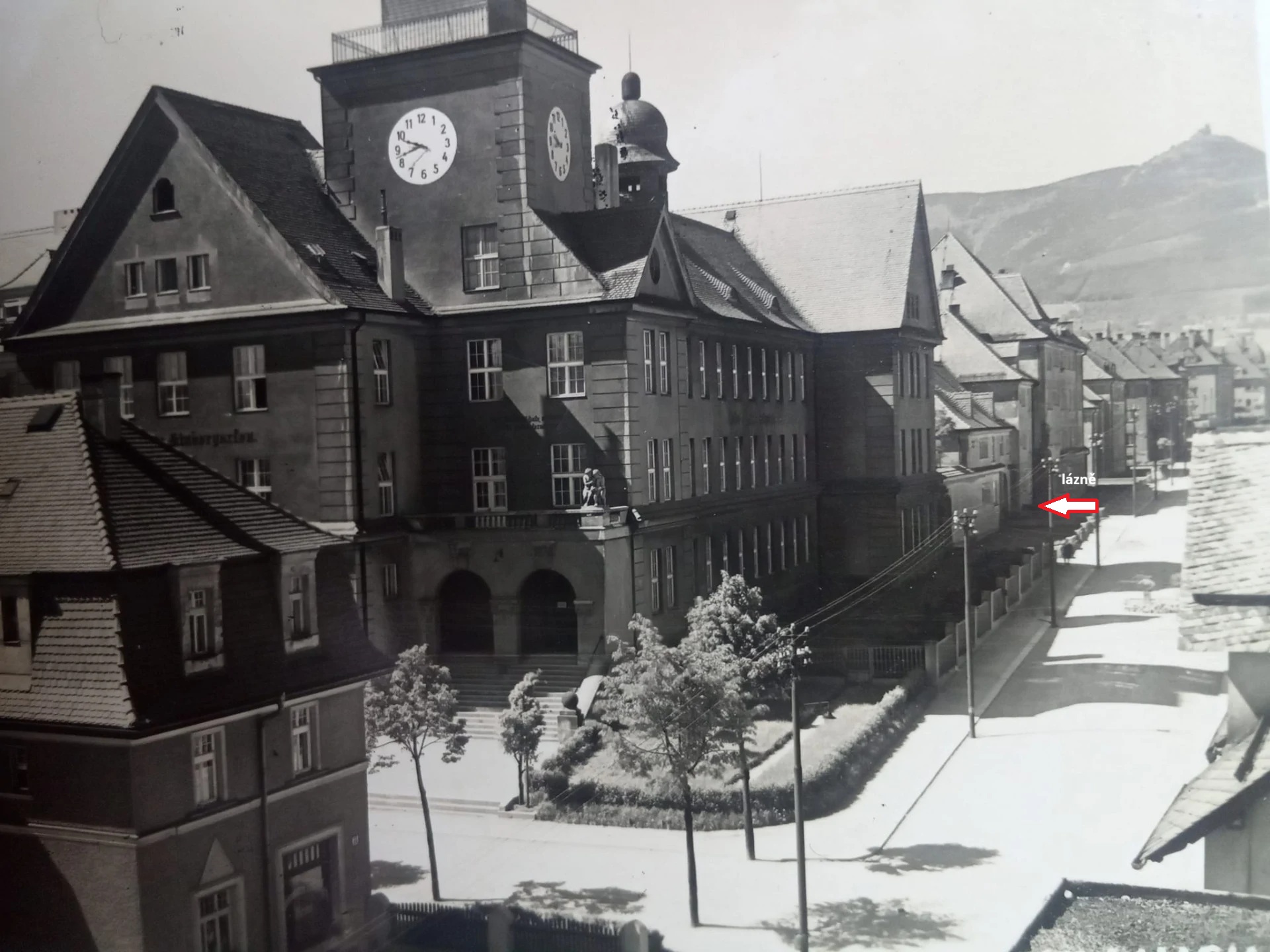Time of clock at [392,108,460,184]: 9:42
